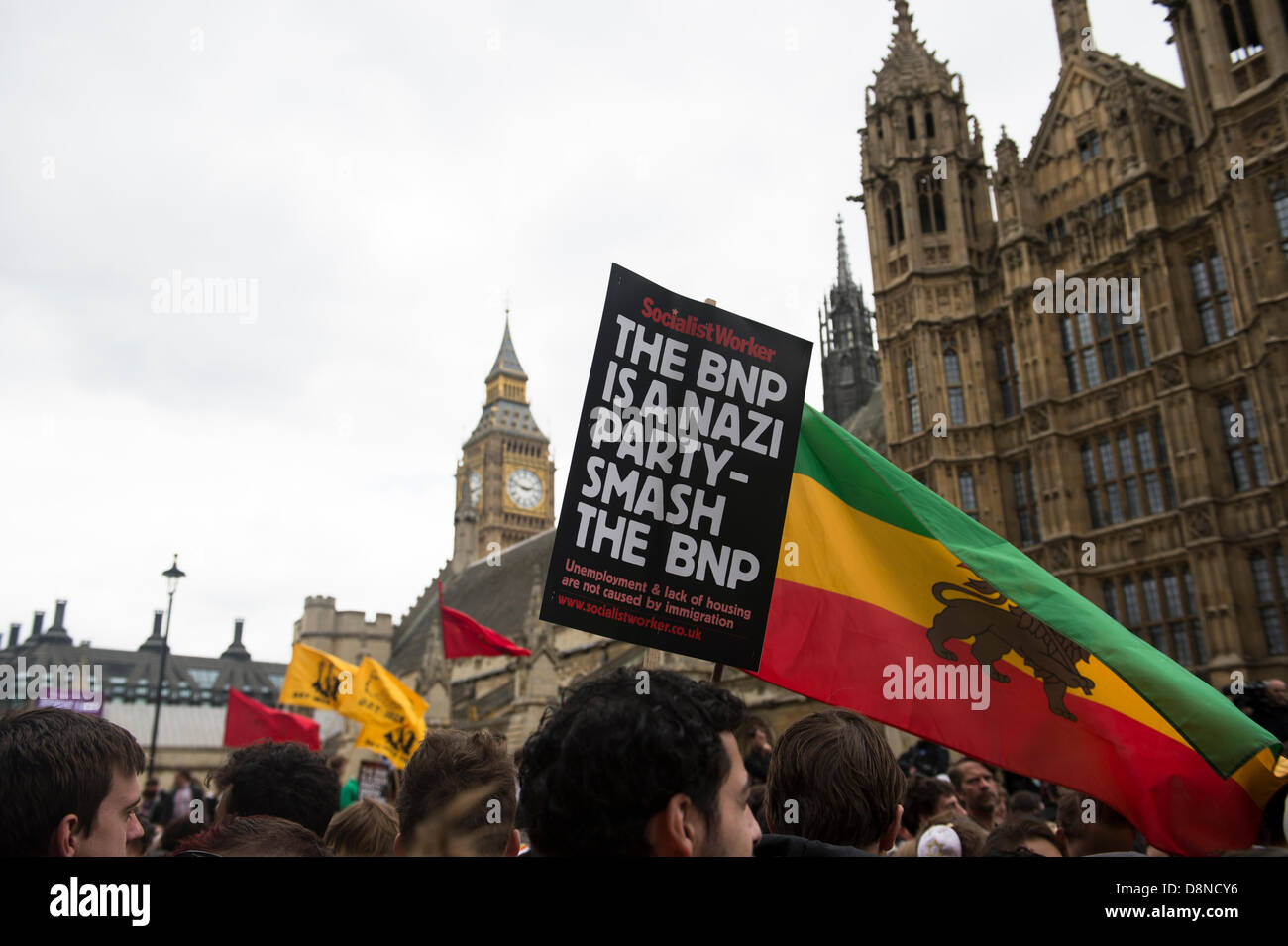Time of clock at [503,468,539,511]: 2:48
